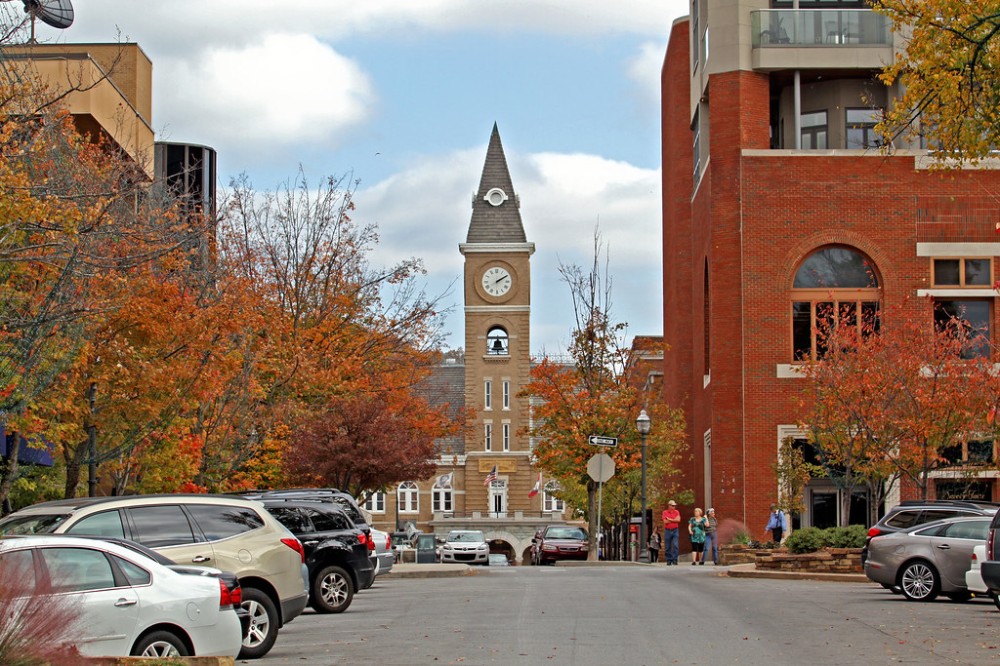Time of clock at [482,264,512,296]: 2:09
